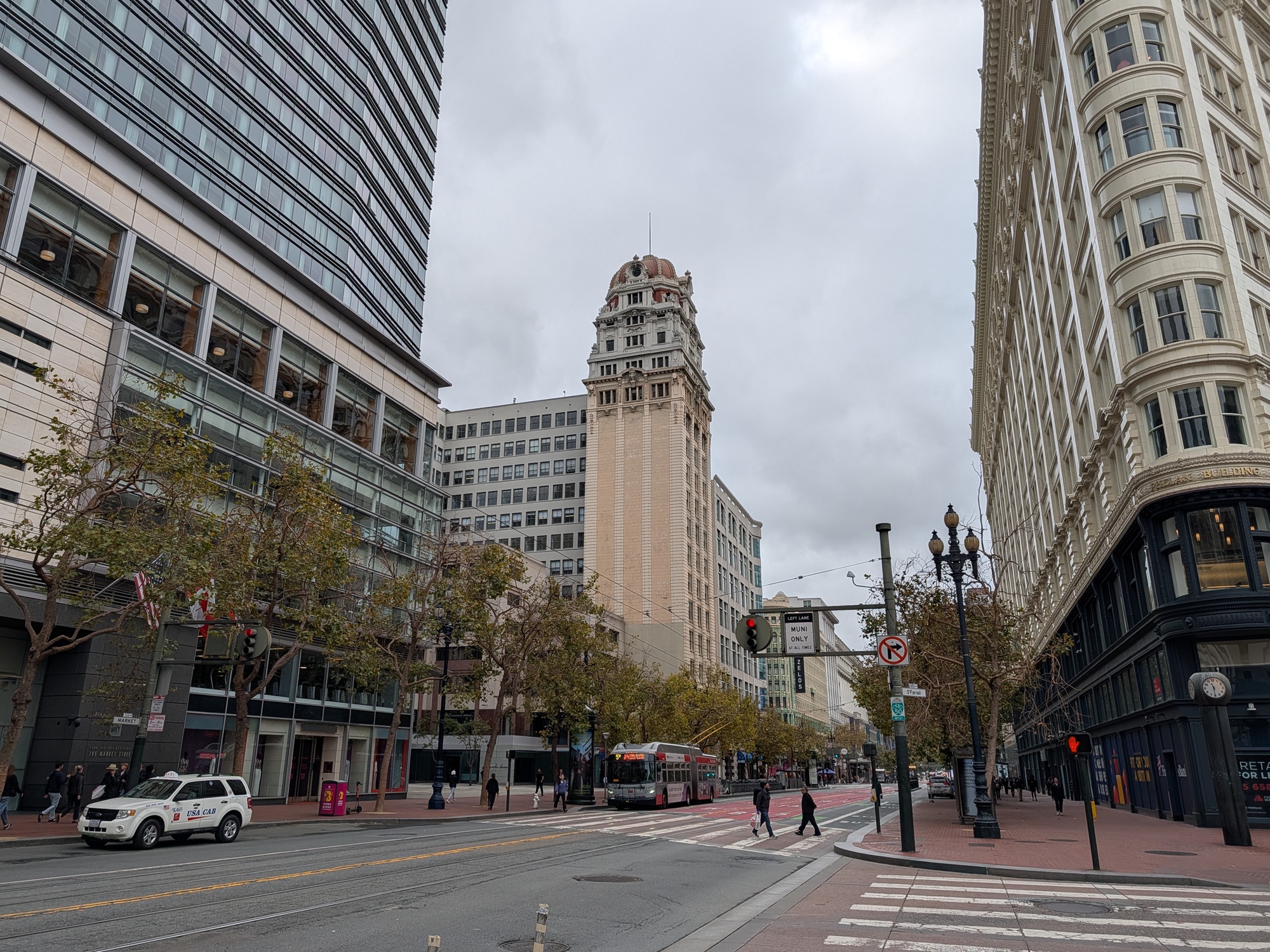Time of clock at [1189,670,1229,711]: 11:30
